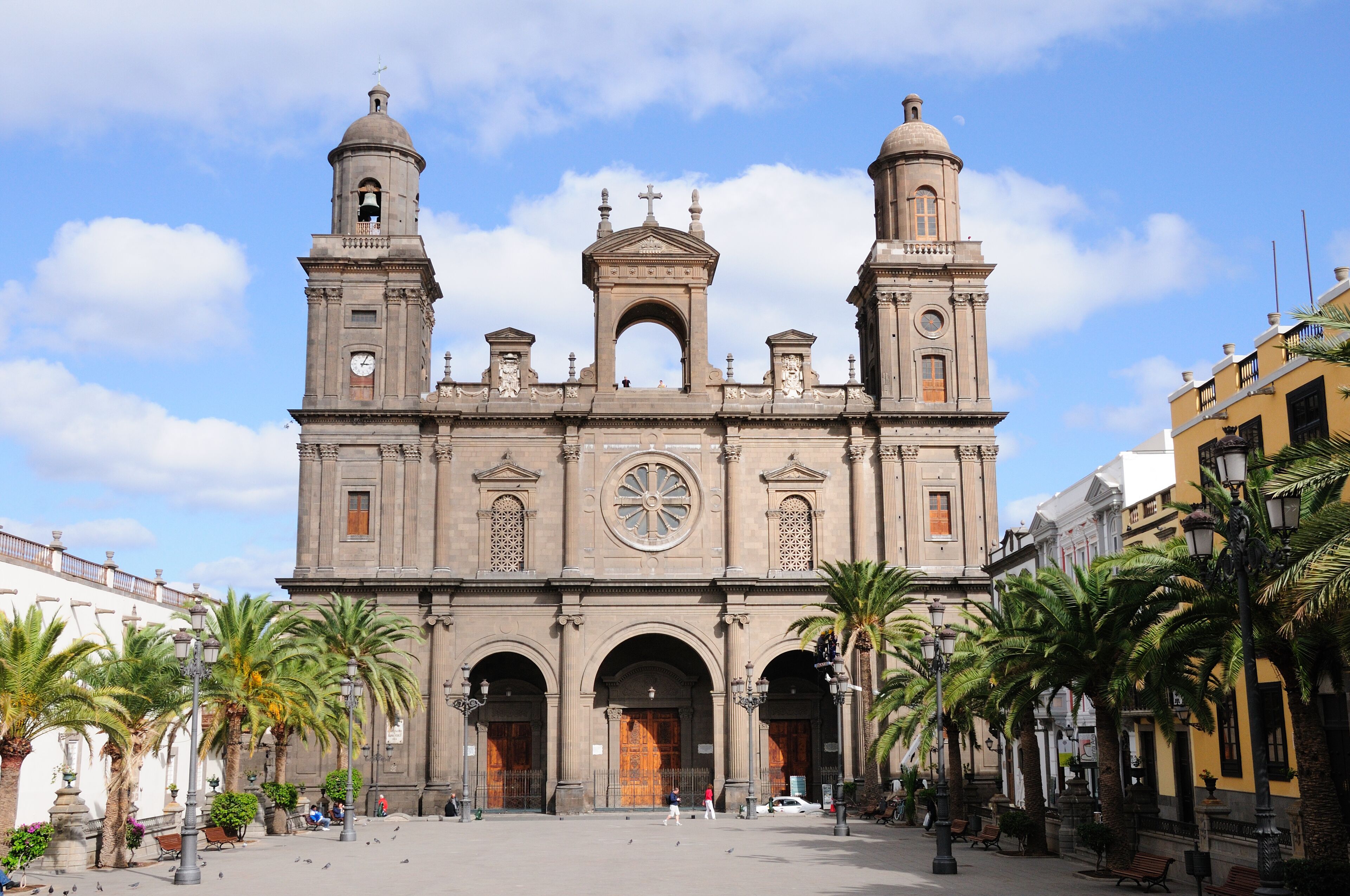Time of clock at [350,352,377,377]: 3:04
